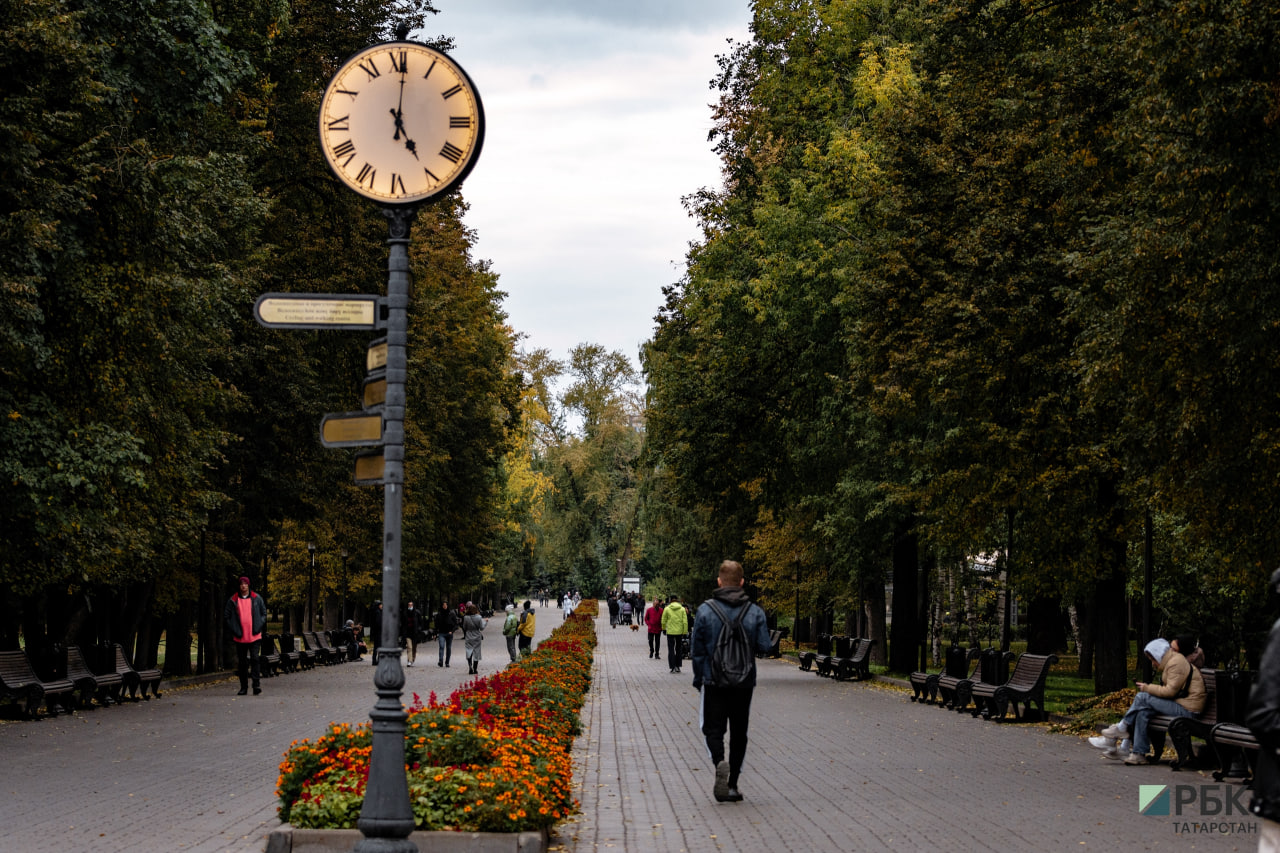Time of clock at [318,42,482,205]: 5:00
